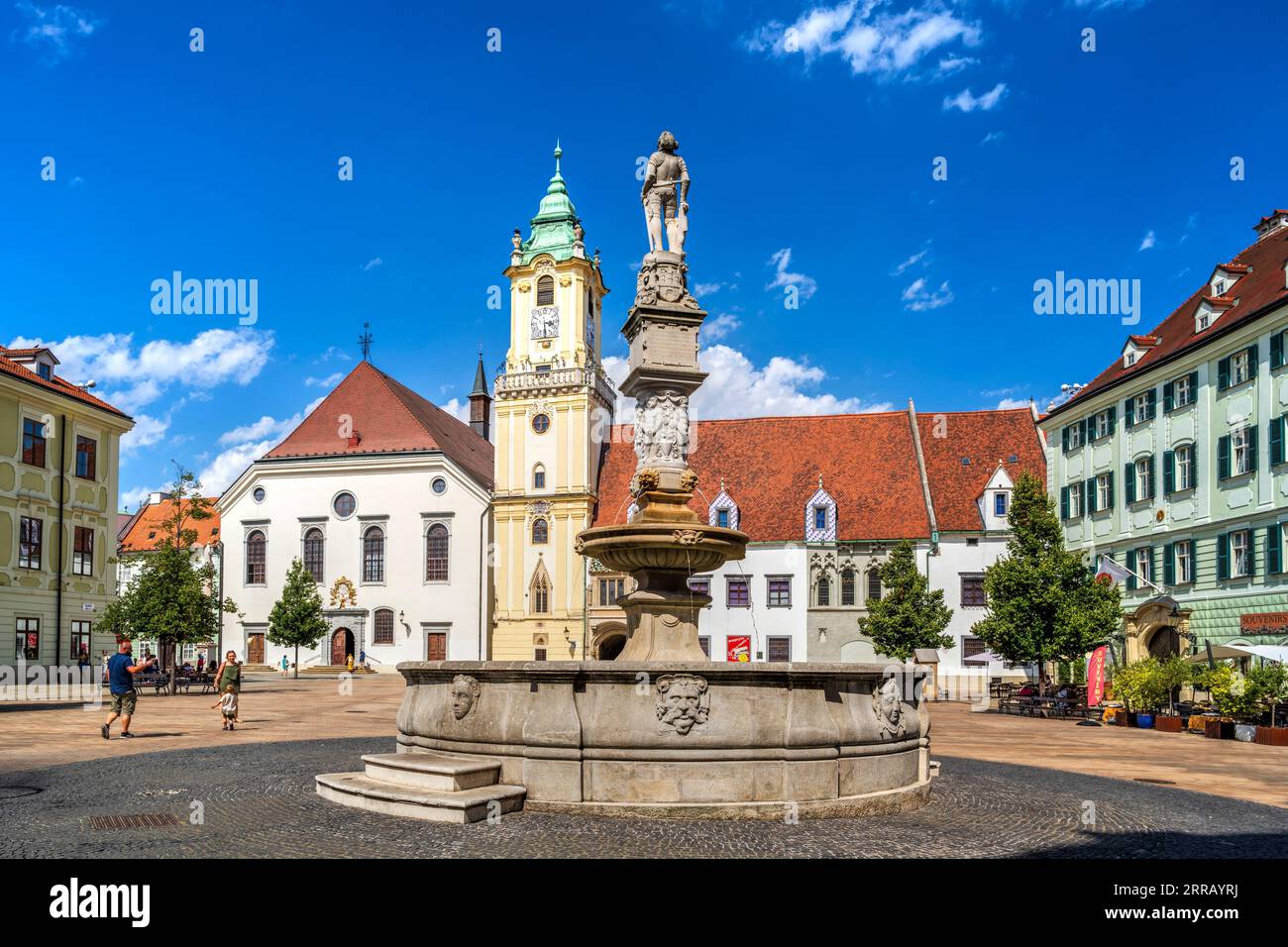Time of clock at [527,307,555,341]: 3:29
